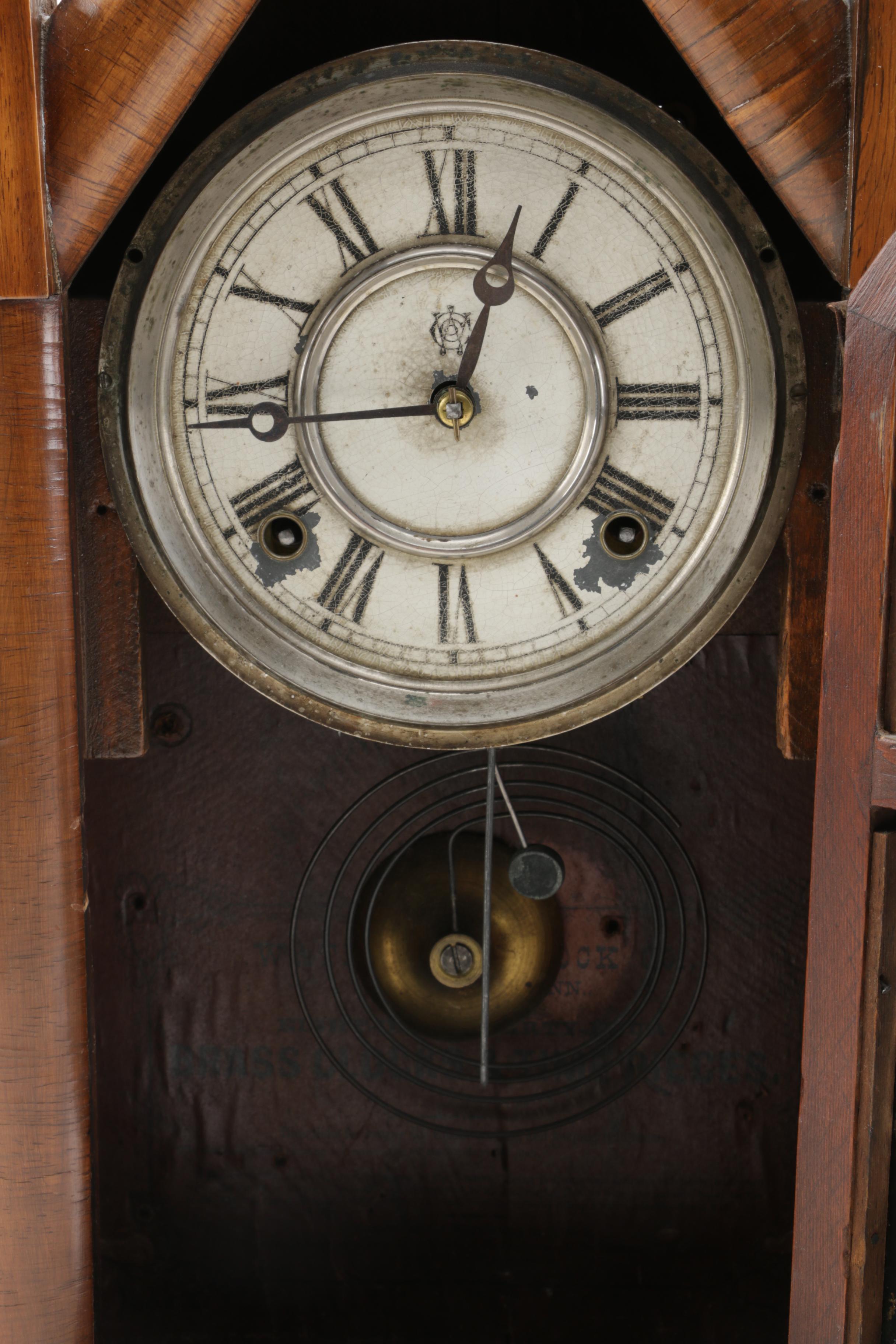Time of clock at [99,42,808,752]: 12:44
